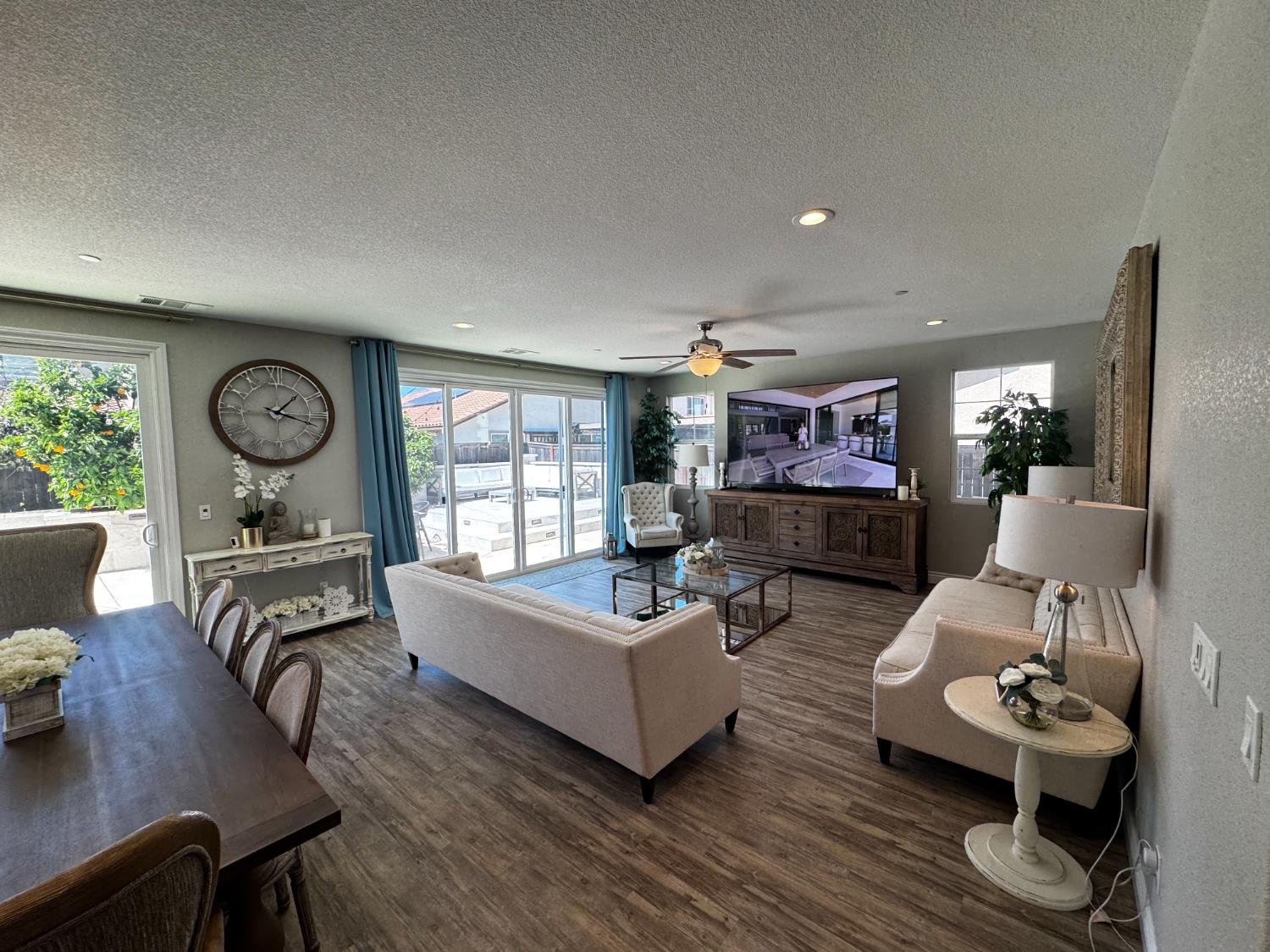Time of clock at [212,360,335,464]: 1:18
